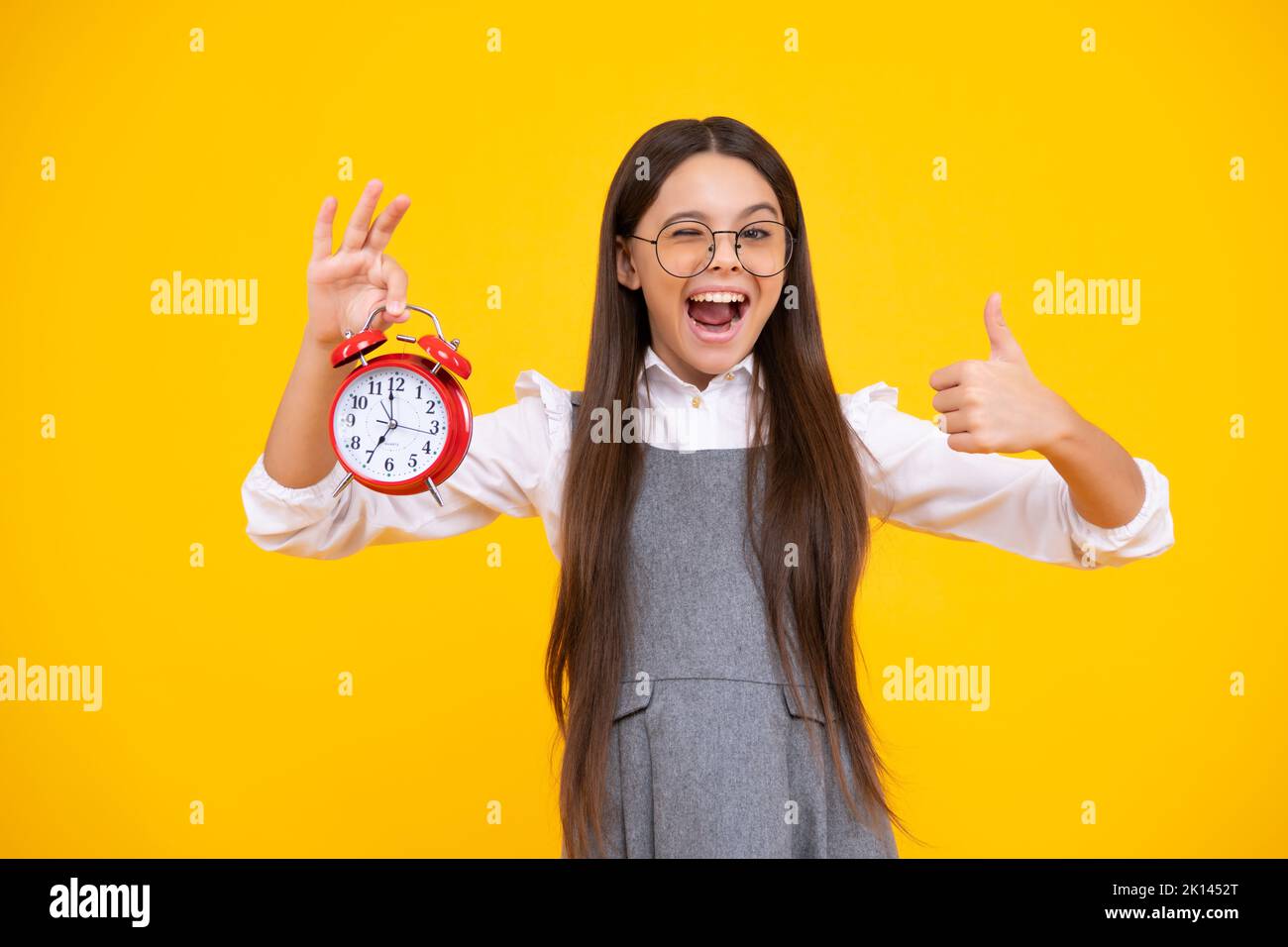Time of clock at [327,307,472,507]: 6:58
